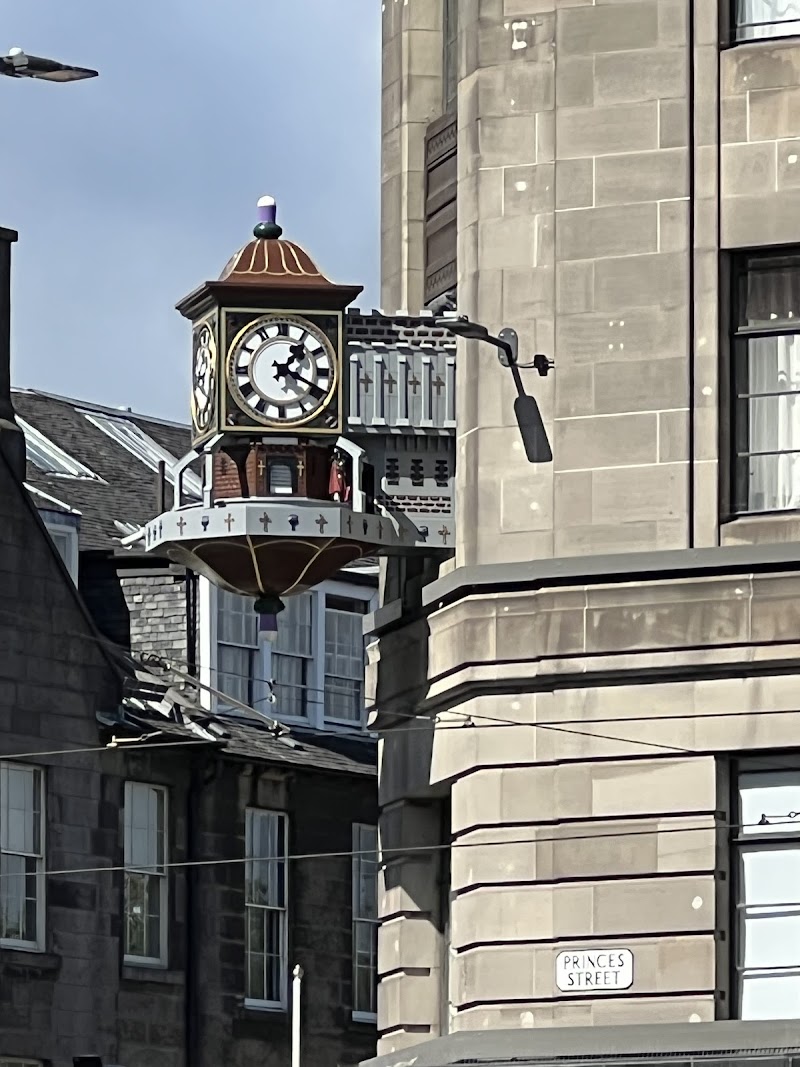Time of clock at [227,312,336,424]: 1:19
